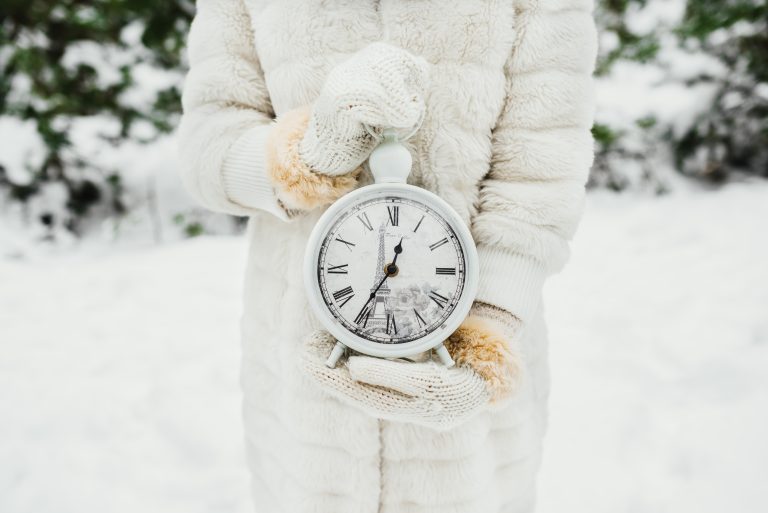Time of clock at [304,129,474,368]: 12:35
